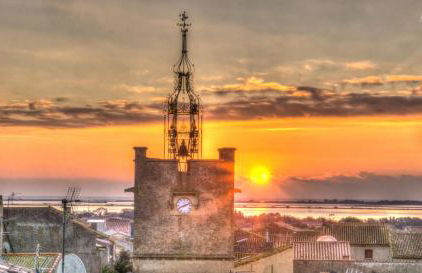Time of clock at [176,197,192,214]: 8:11
